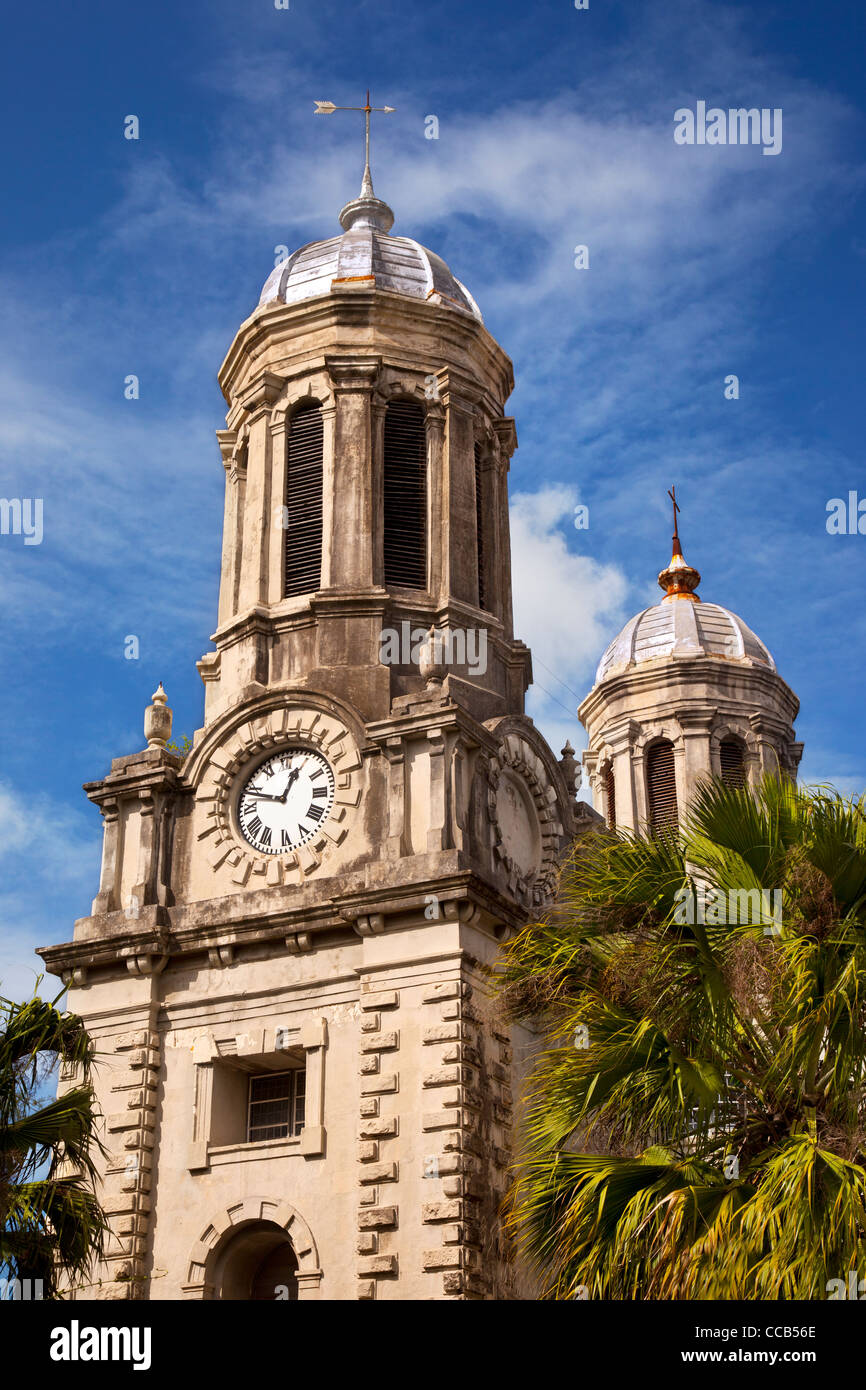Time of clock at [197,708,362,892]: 12:47
